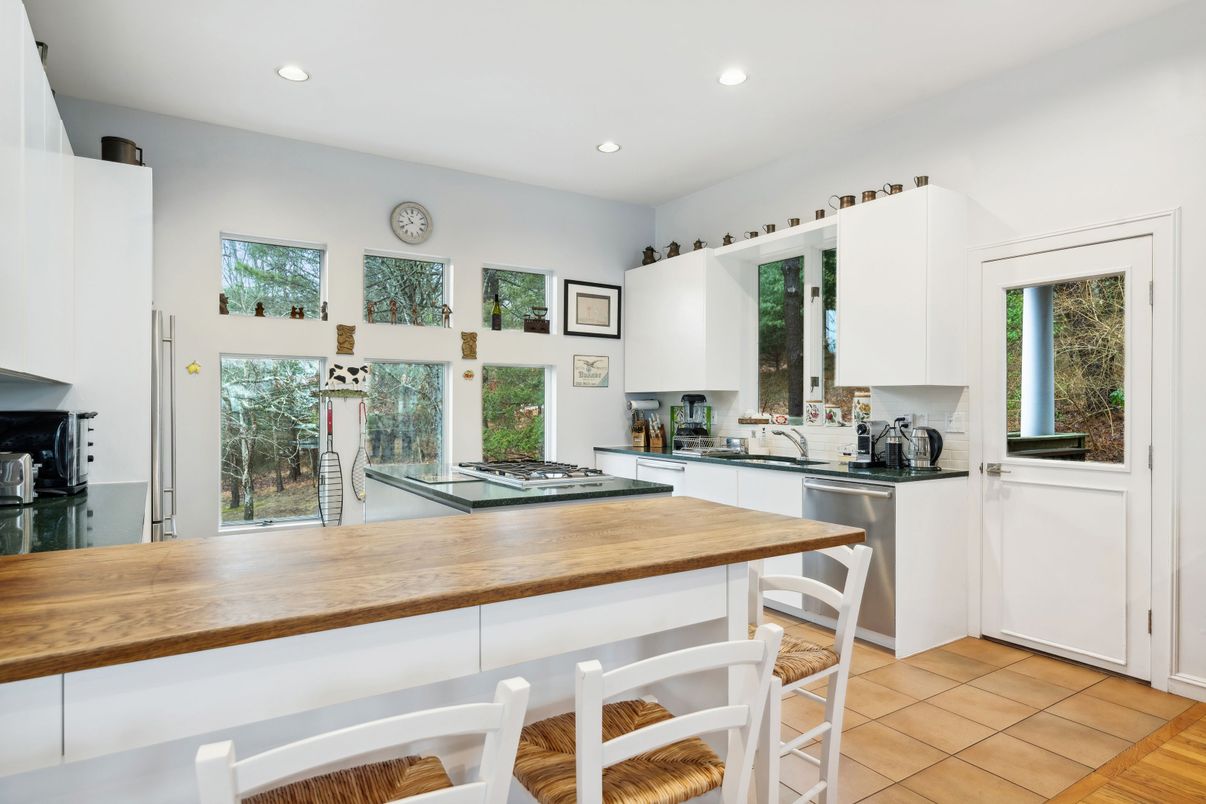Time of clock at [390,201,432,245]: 10:40
